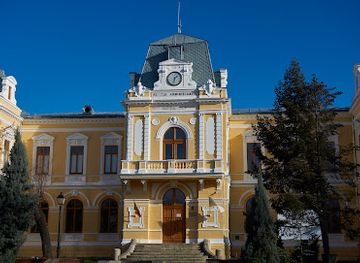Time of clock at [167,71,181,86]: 1:32
